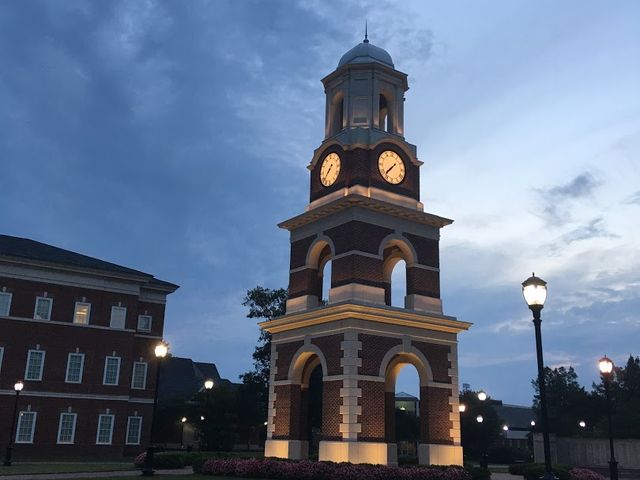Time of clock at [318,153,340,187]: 7:37
